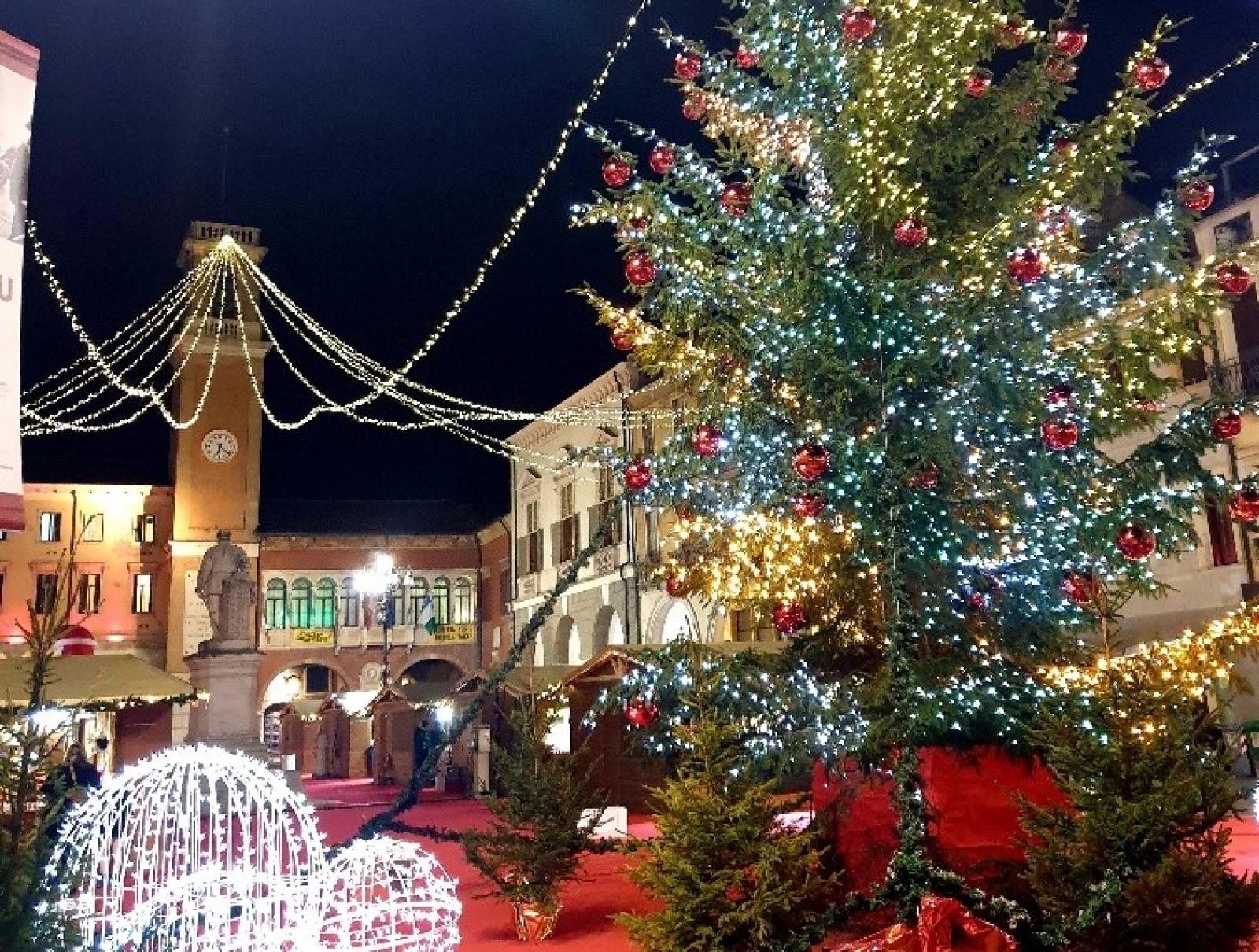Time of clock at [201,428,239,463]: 6:21
